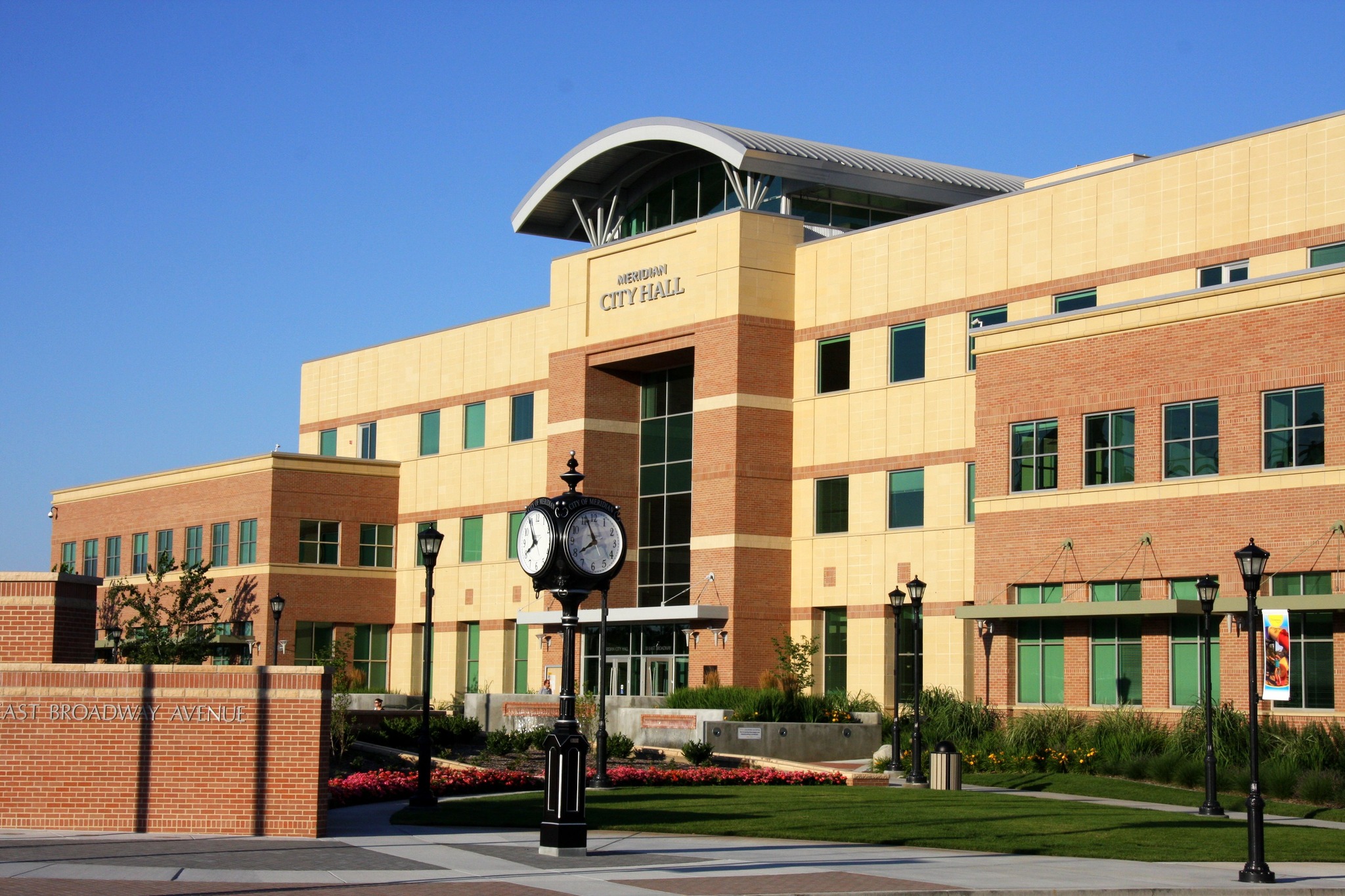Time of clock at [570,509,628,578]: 7:56
